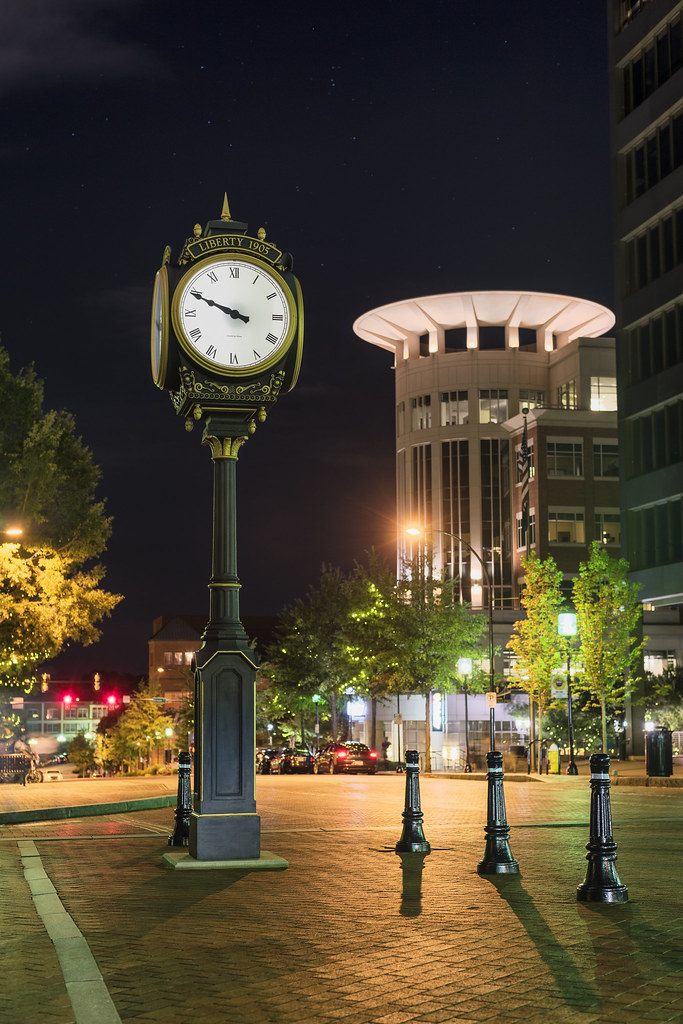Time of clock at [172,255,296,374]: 9:49
